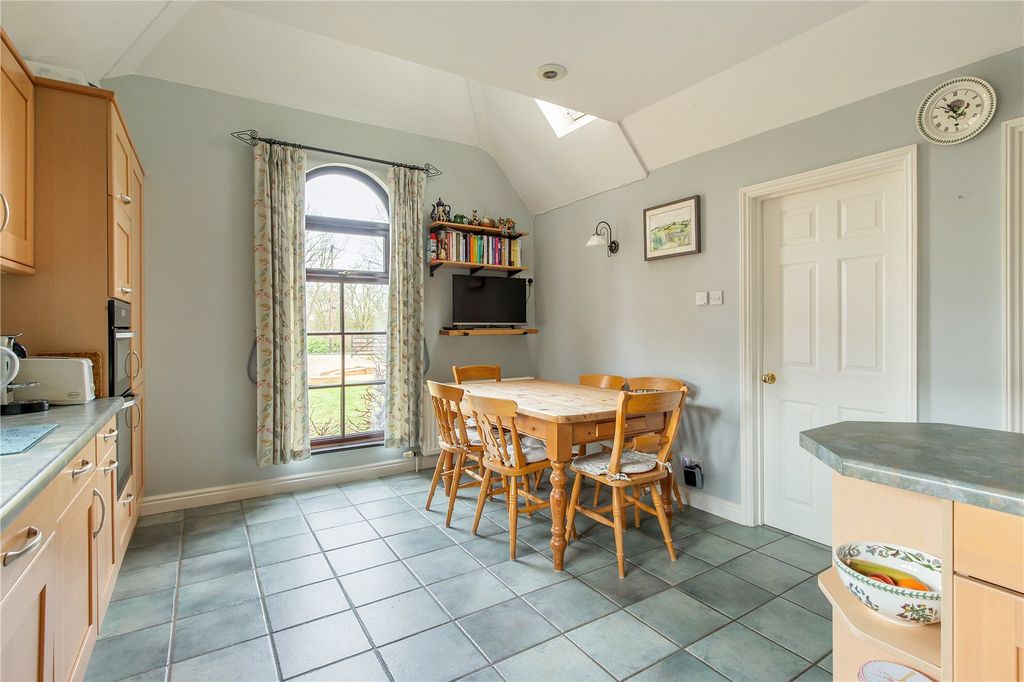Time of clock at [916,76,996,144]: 10:50
